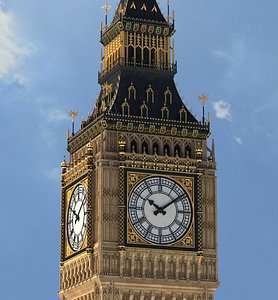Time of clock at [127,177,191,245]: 10:09
